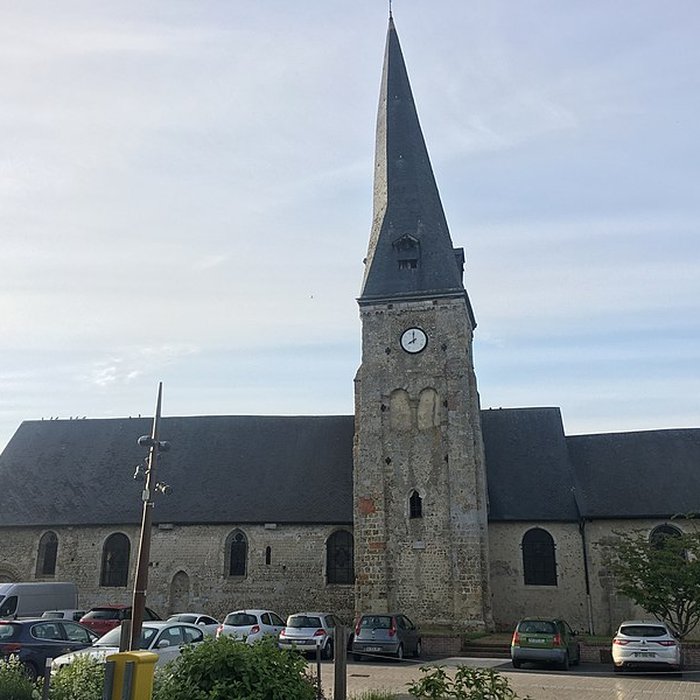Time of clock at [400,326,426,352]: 7:59
